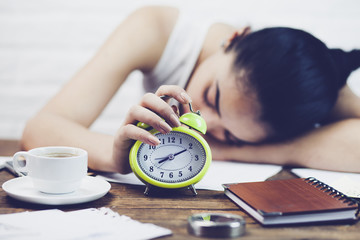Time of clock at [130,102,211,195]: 8:10
